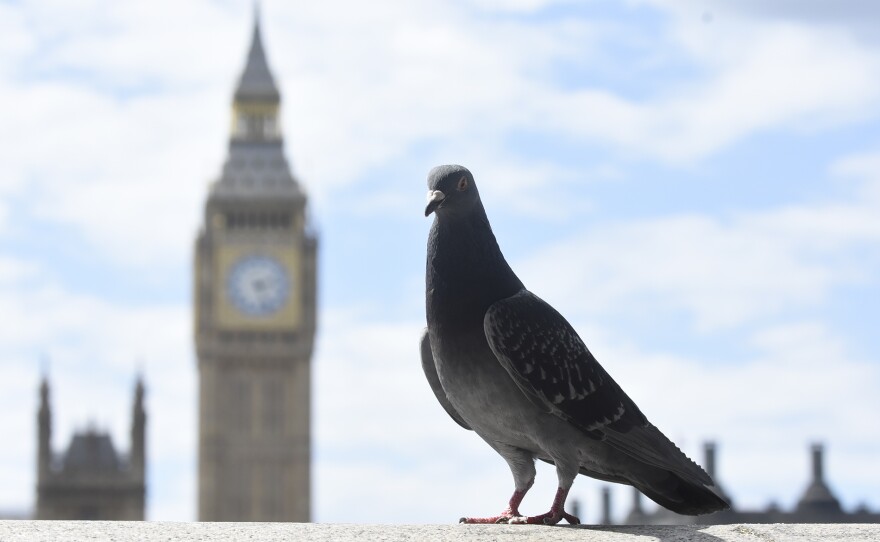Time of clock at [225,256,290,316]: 5:12
